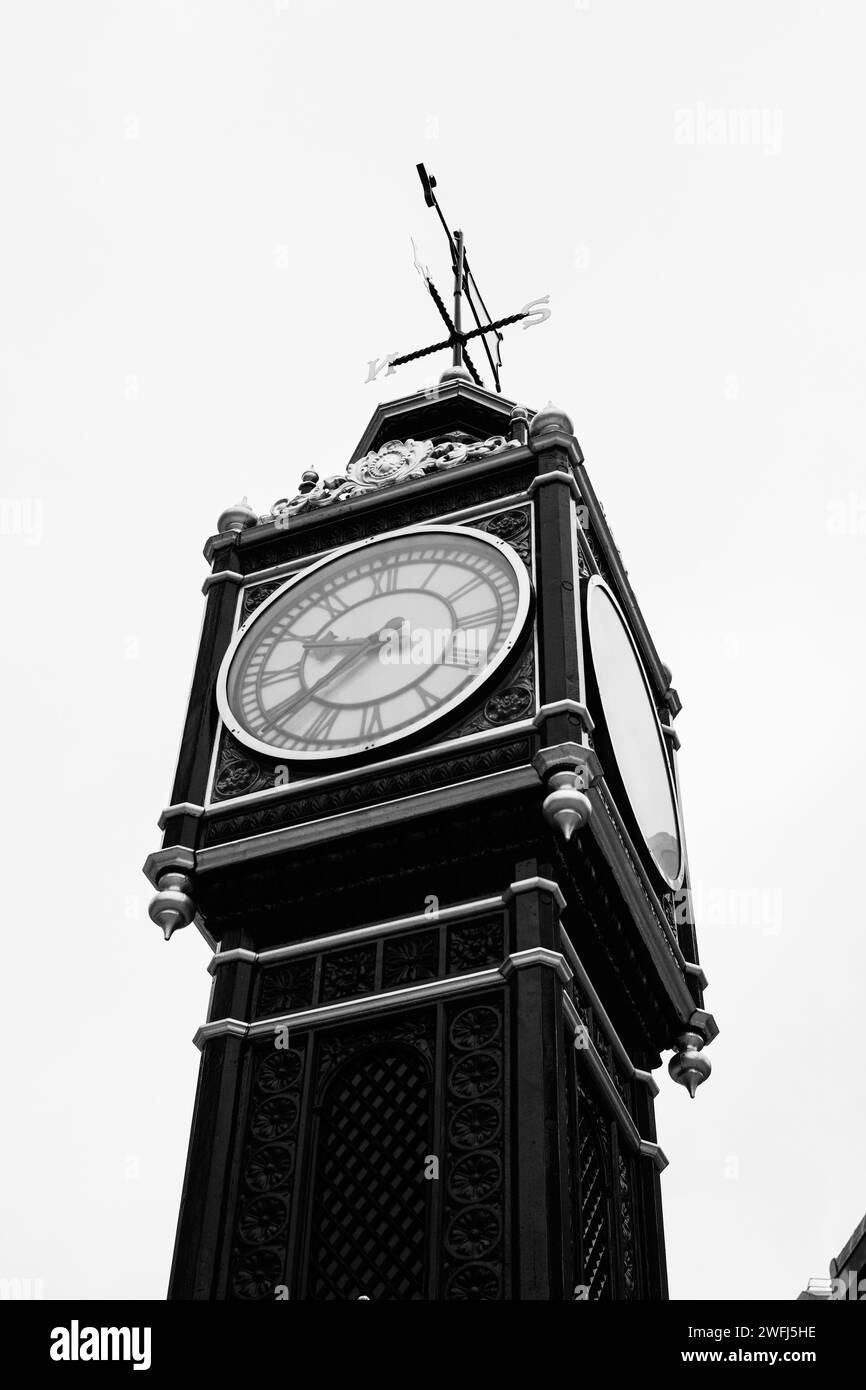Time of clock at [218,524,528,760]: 9:39
